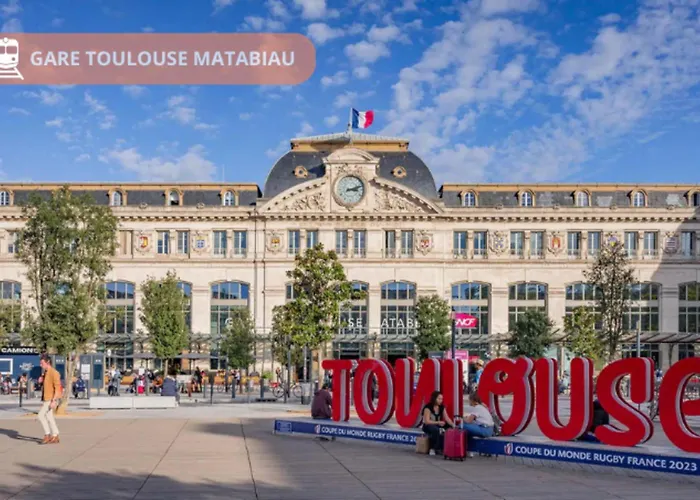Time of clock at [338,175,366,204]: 3:11
